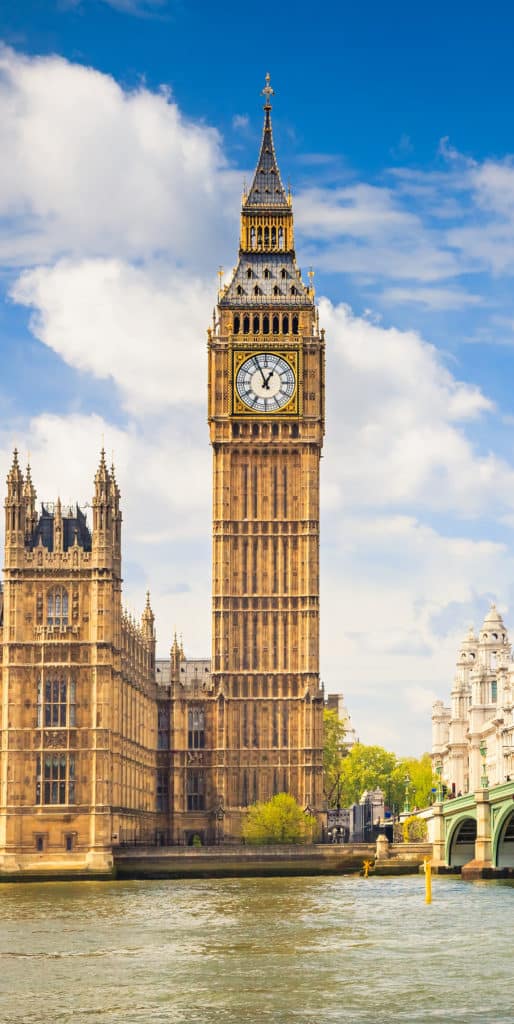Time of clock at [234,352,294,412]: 12:56
